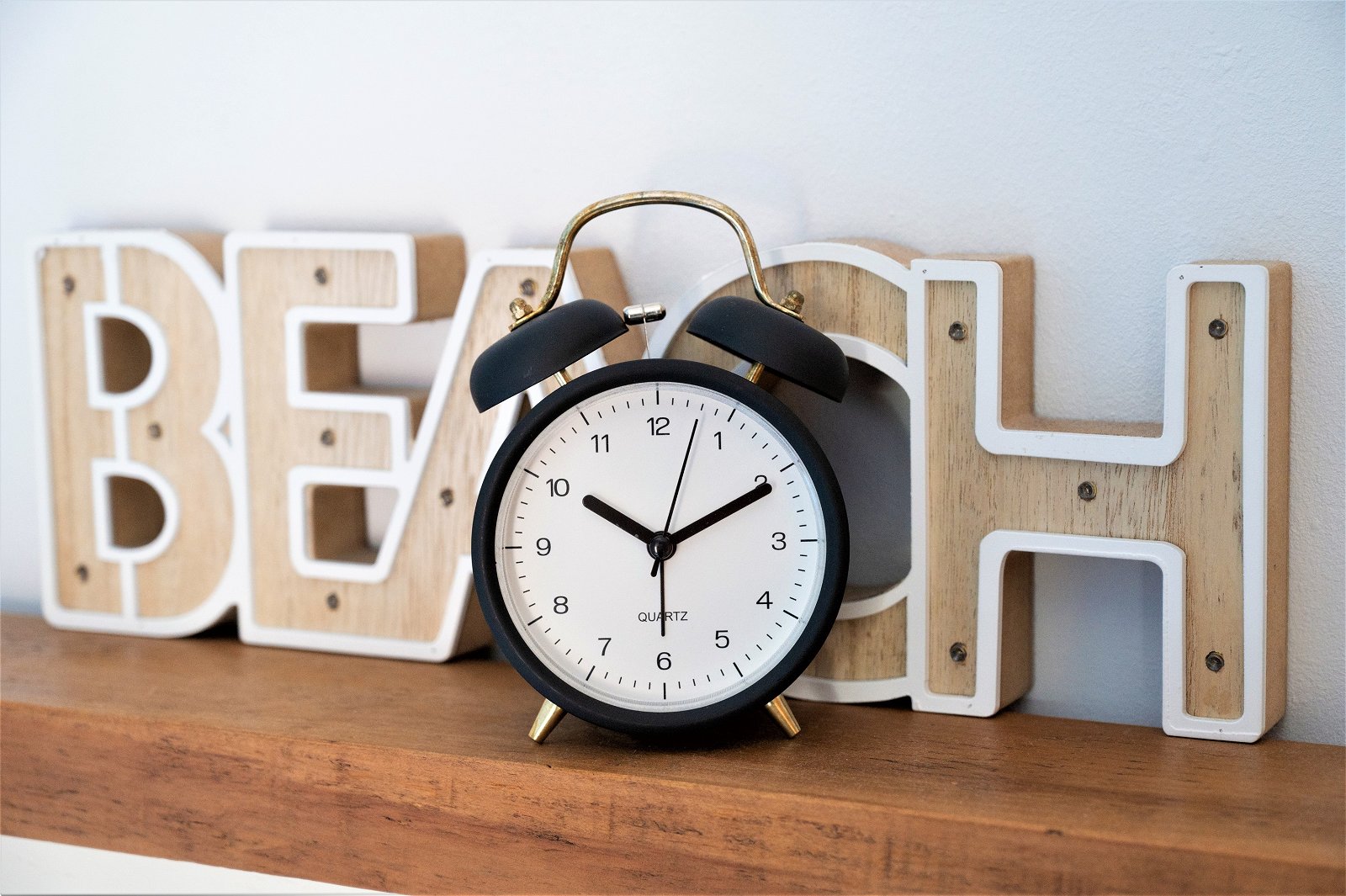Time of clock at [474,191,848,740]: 10:10
